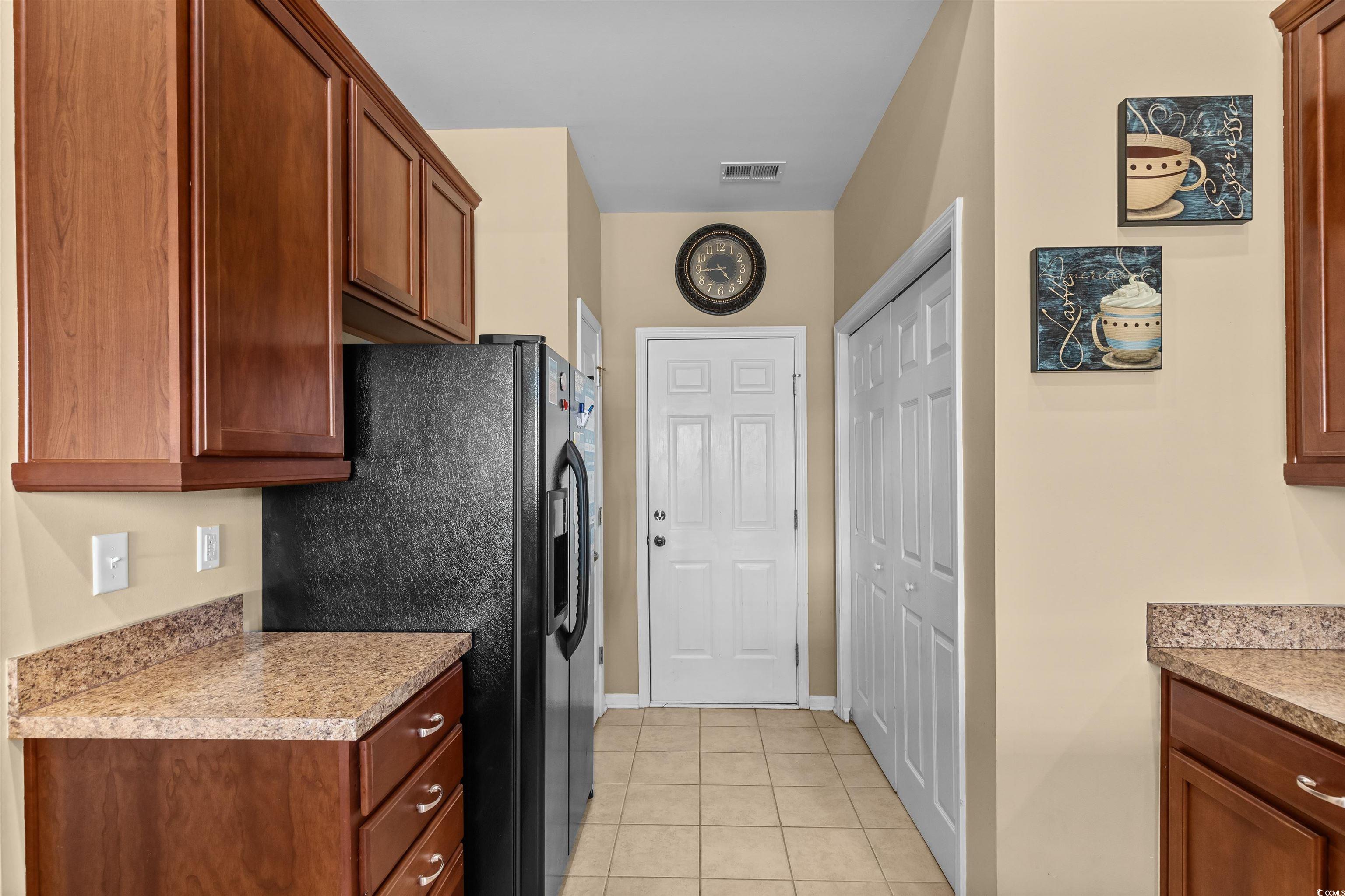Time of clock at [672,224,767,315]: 4:44
